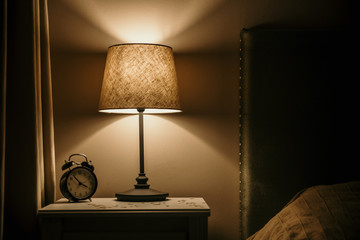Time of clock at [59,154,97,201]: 3:53
